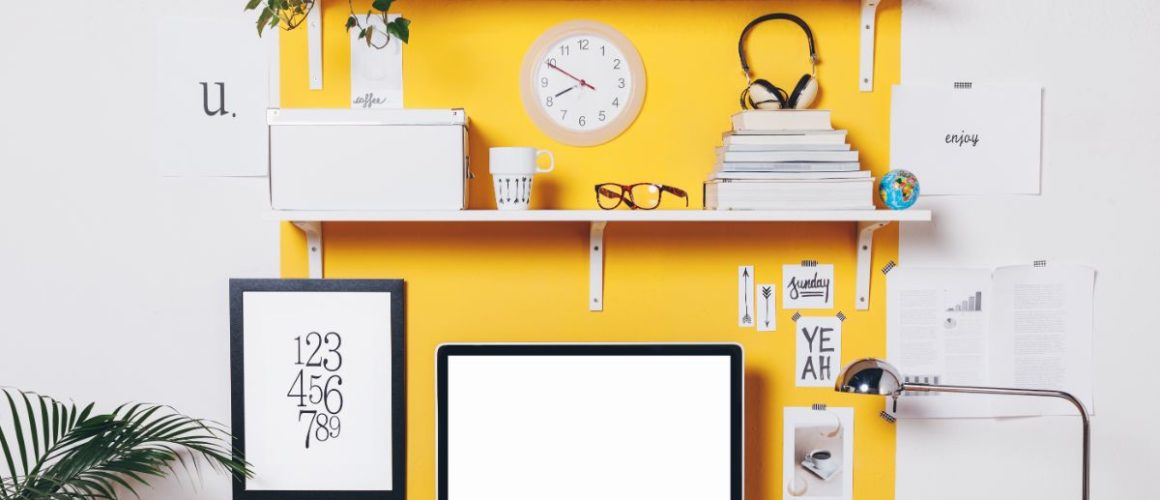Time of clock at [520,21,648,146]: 7:49
